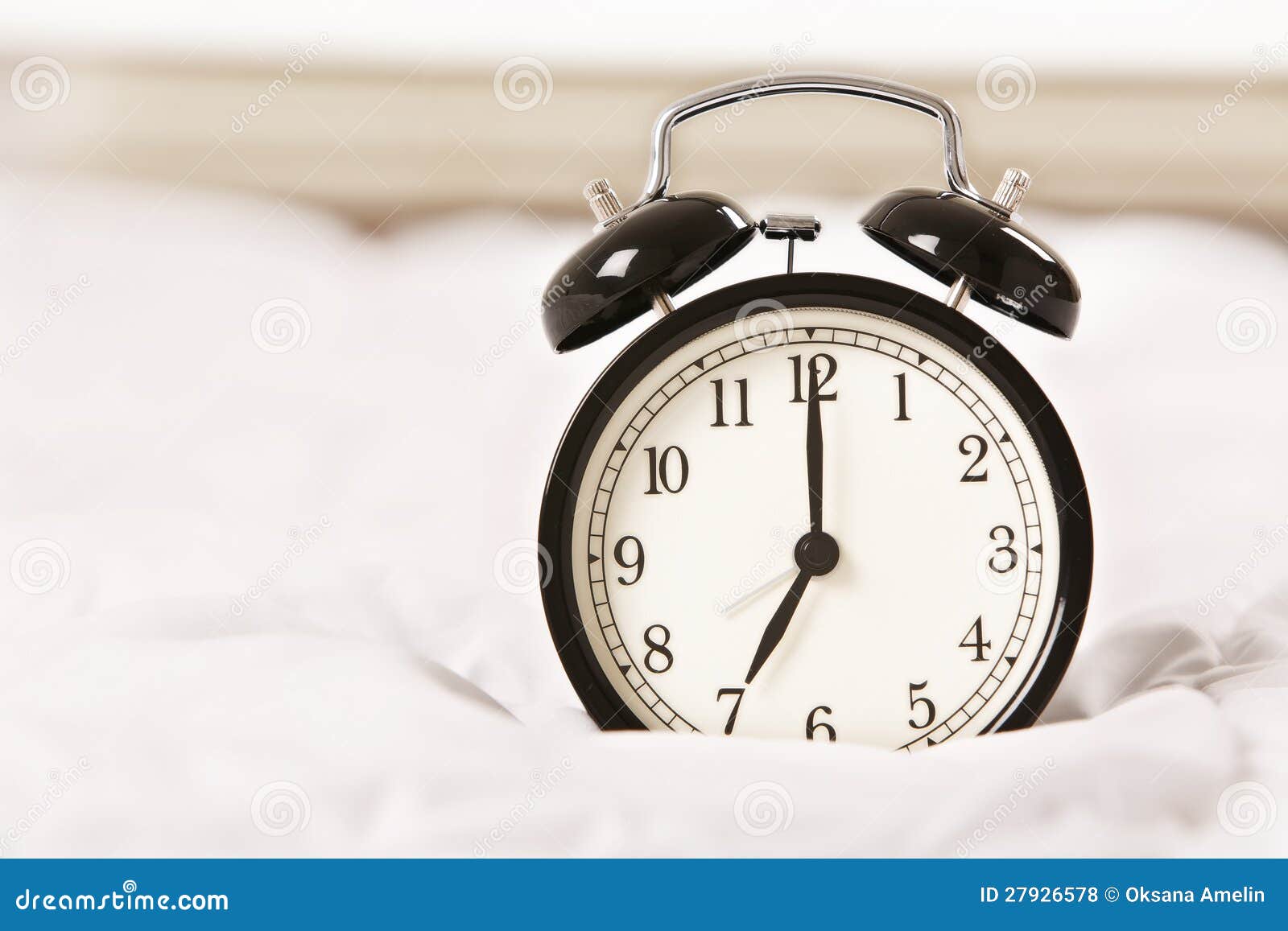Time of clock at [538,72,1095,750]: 7:00
